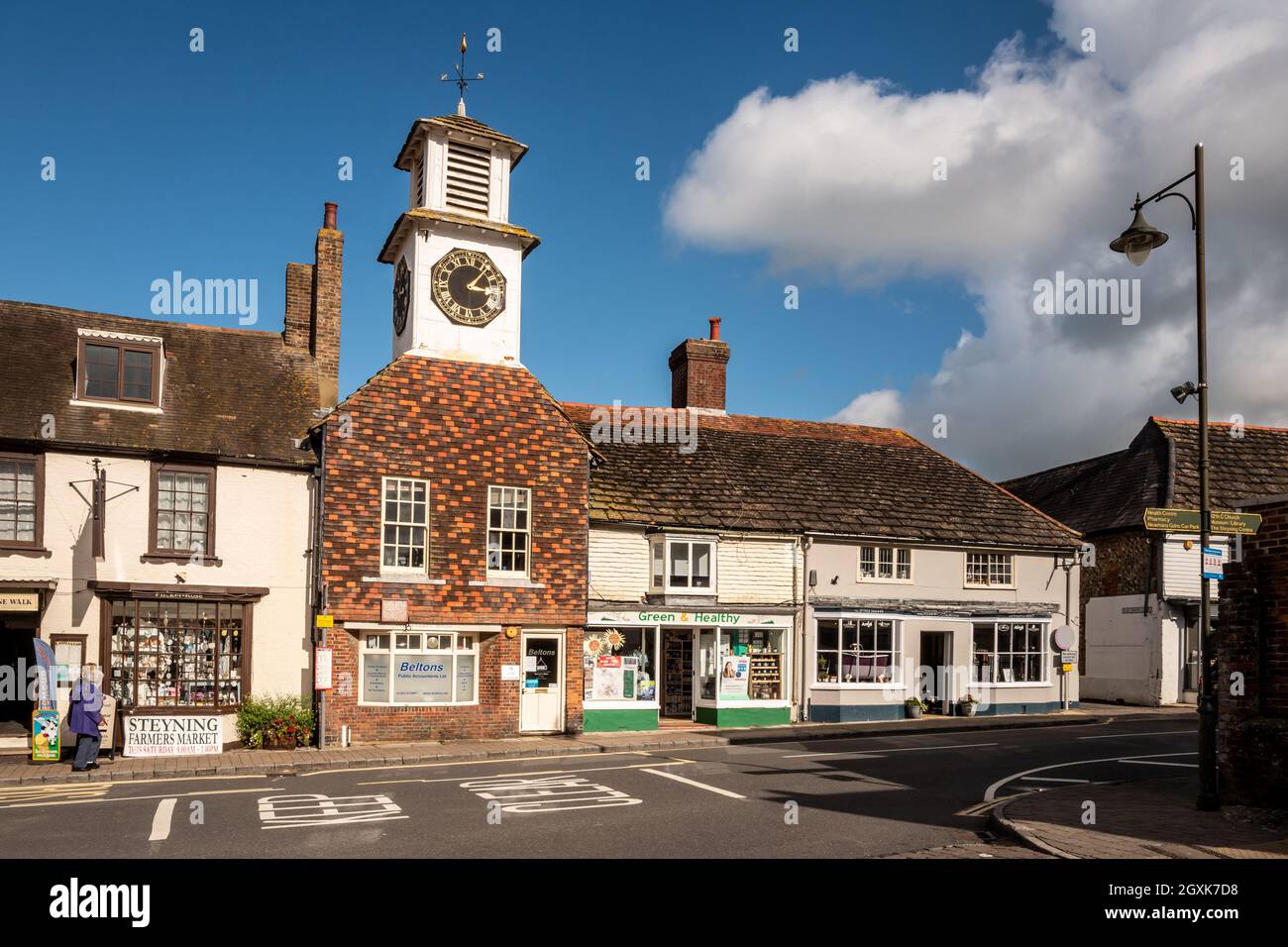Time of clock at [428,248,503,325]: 3:06
